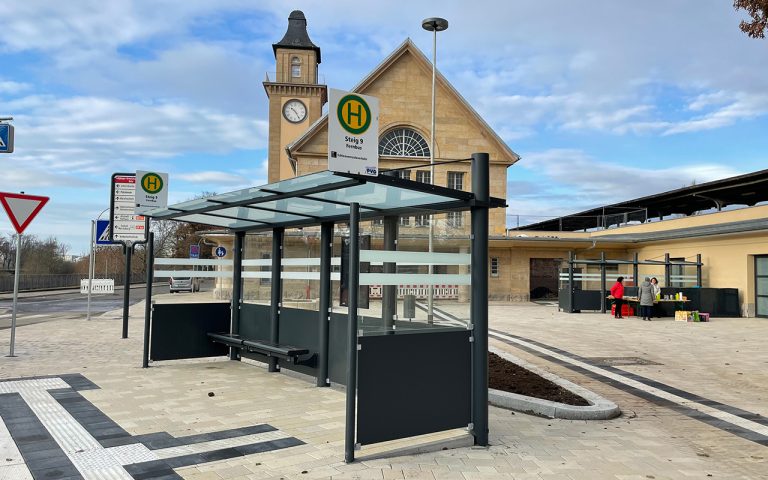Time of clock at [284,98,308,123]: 10:24
